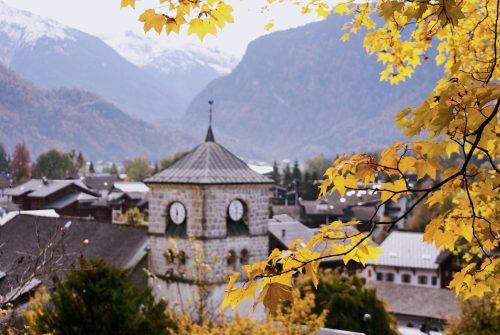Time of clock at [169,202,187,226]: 11:32
